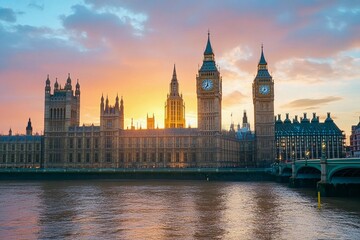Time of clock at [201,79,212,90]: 7:00
